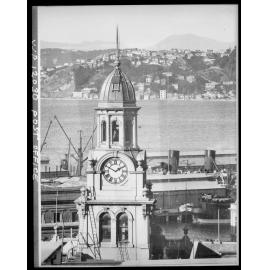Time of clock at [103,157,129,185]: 1:49
